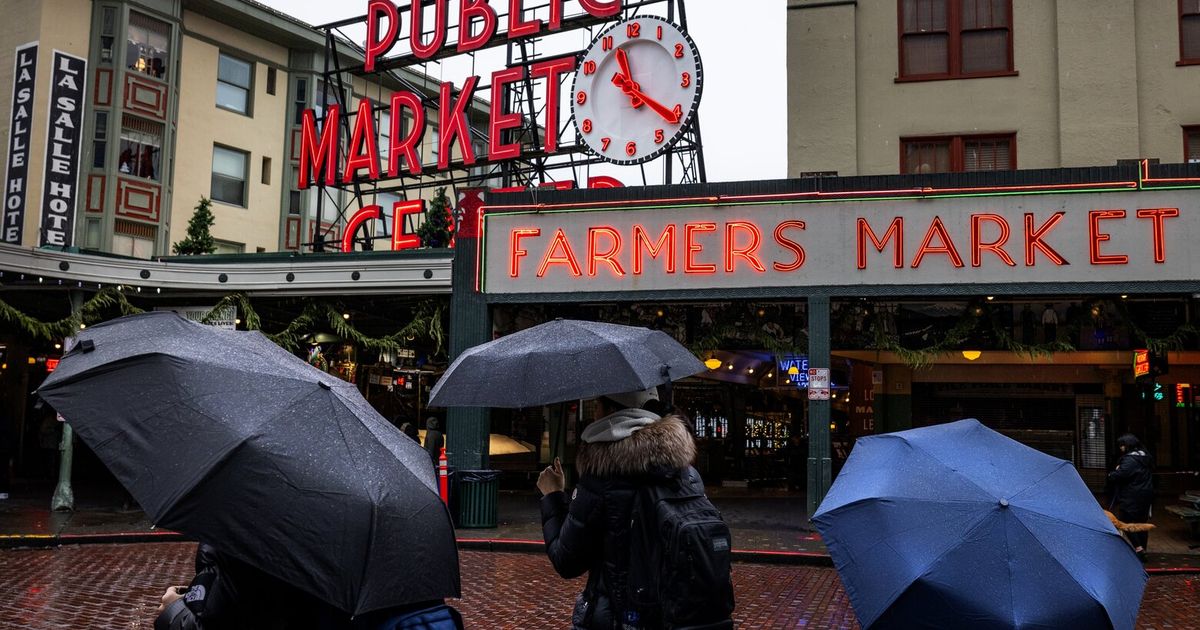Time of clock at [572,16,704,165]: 11:21
